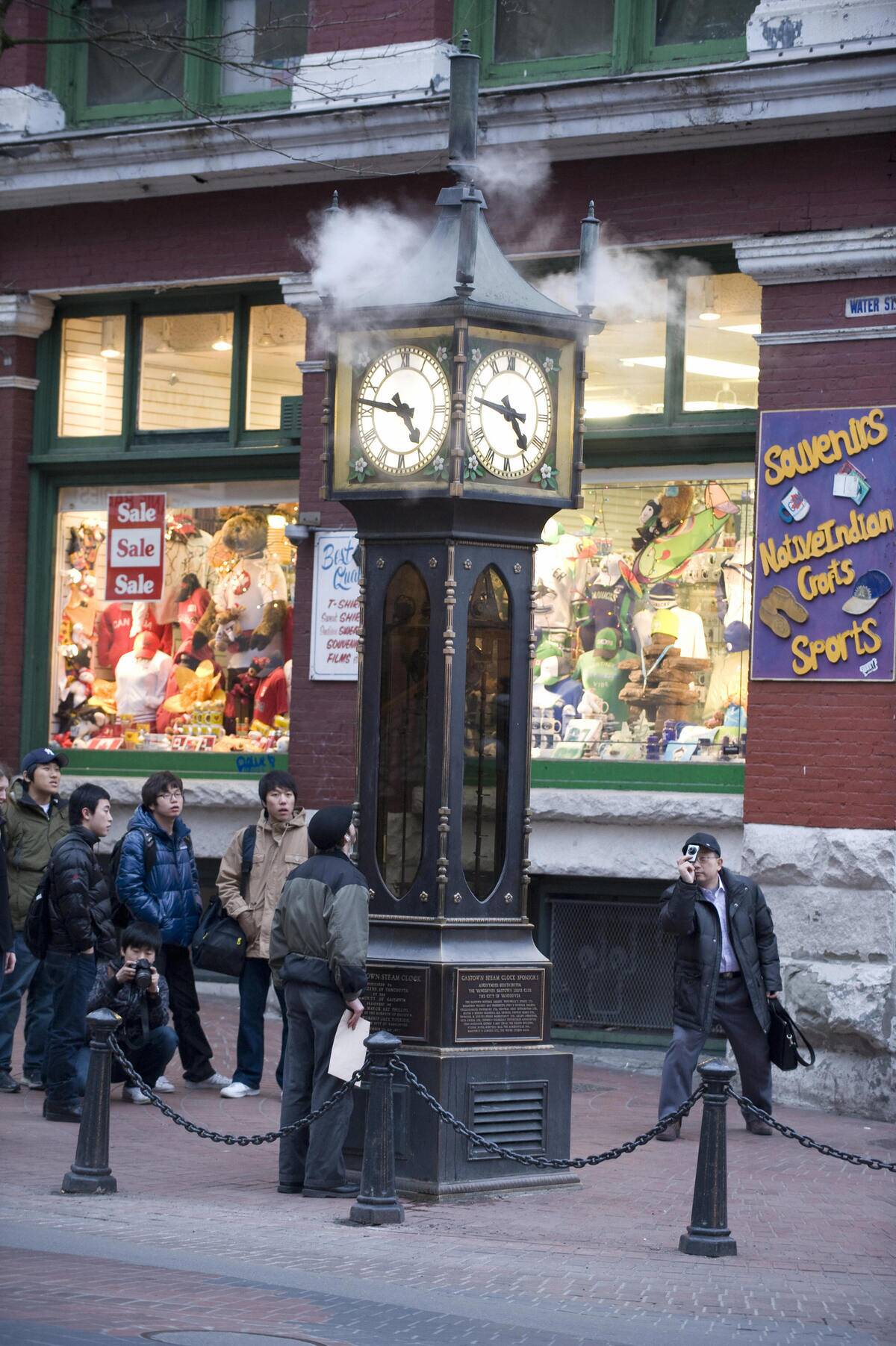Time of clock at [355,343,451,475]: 4:46
